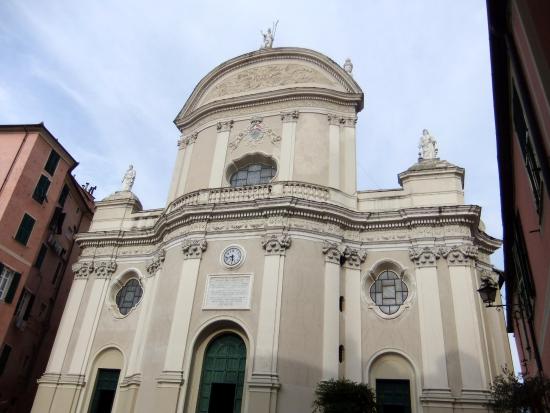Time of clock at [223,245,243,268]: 5:42
